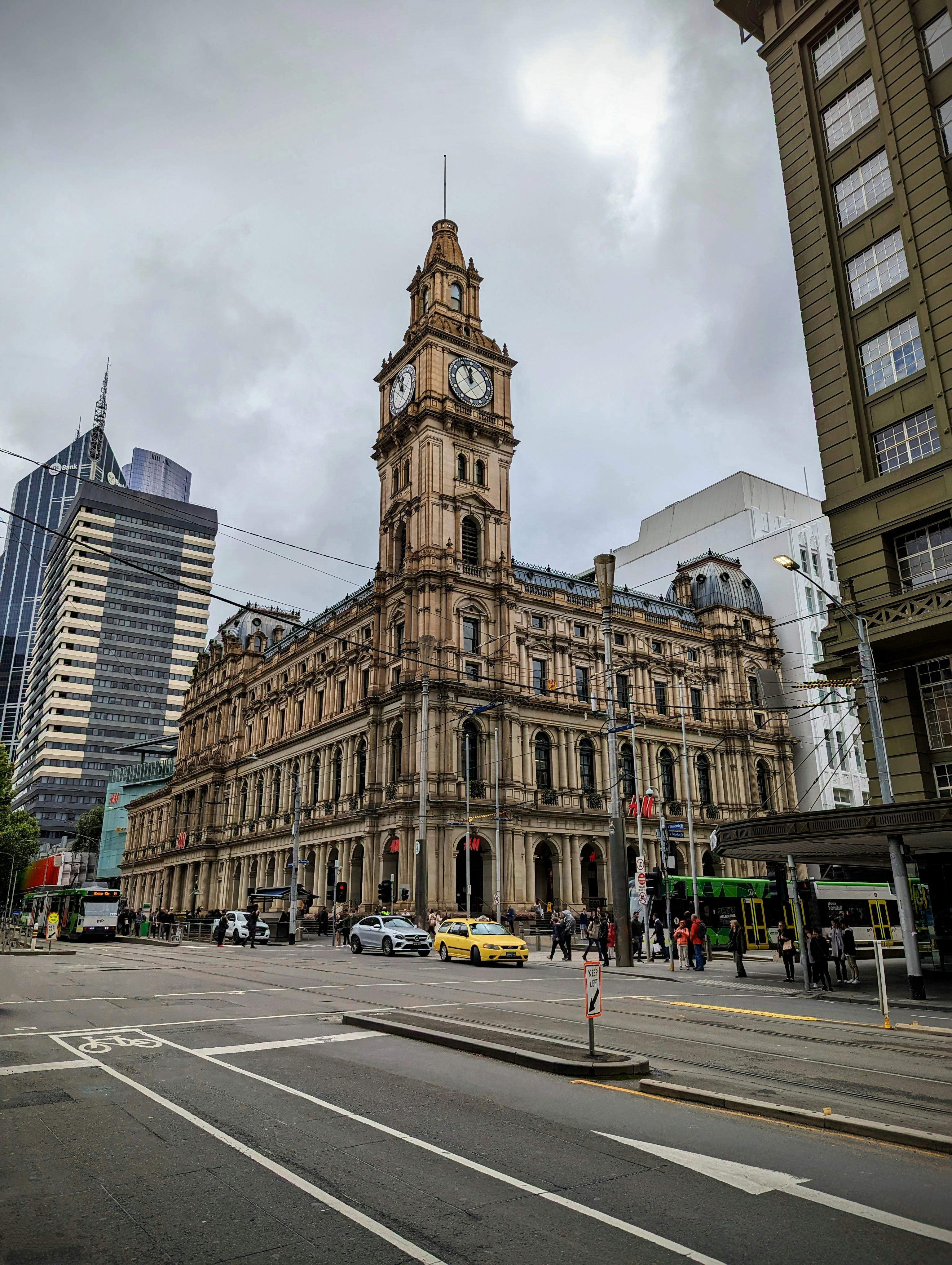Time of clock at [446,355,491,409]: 11:56
